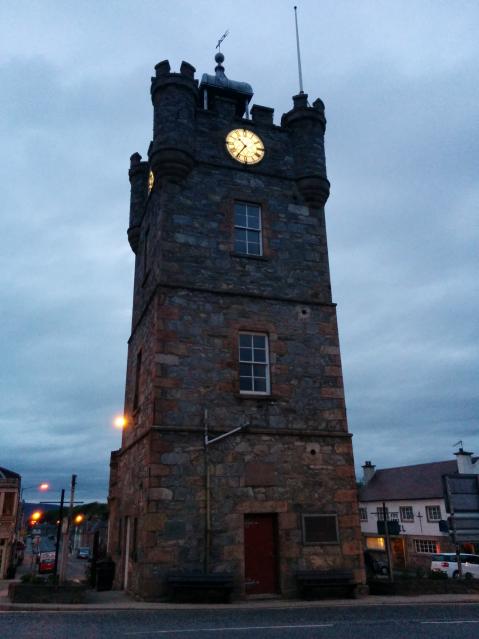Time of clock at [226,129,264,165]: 10:35
